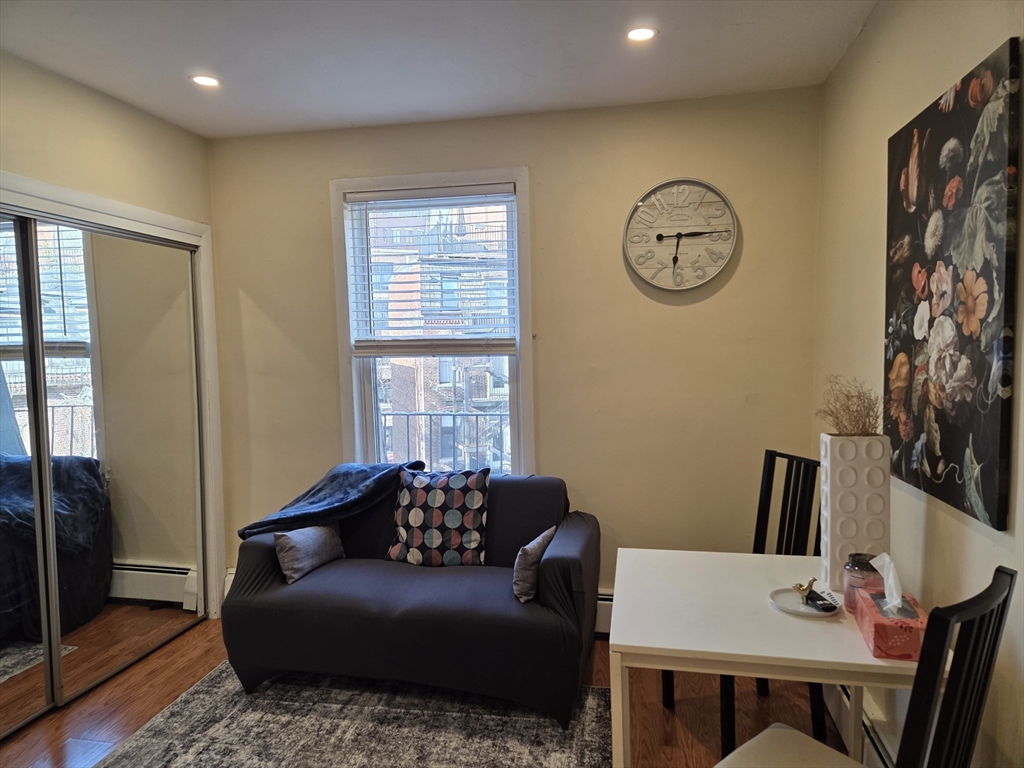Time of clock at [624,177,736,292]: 6:14
